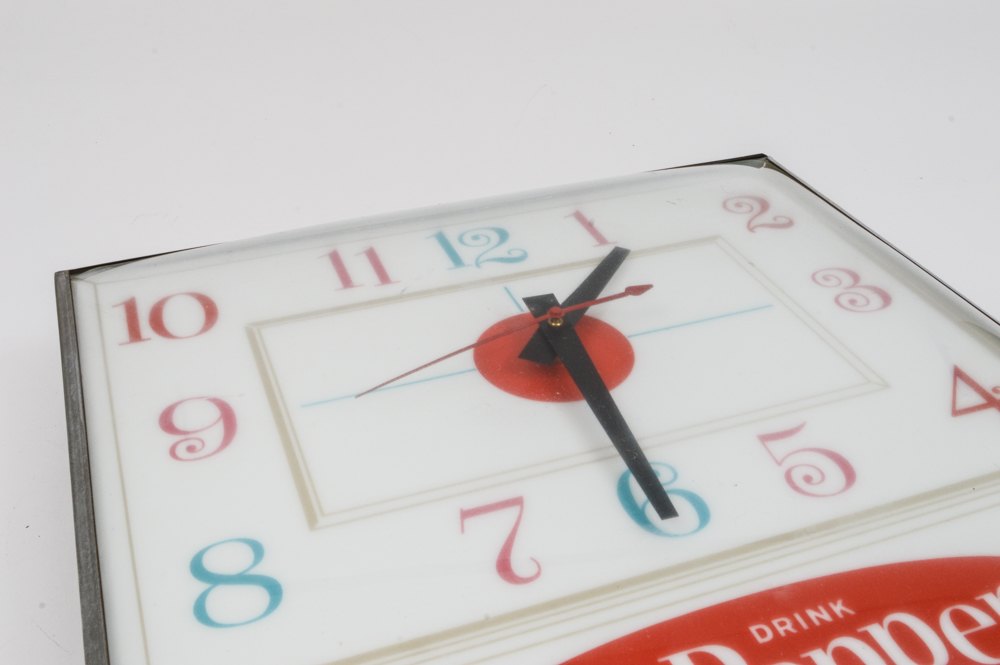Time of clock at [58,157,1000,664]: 1:30
